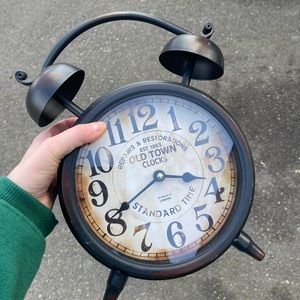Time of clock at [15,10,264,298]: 3:40
